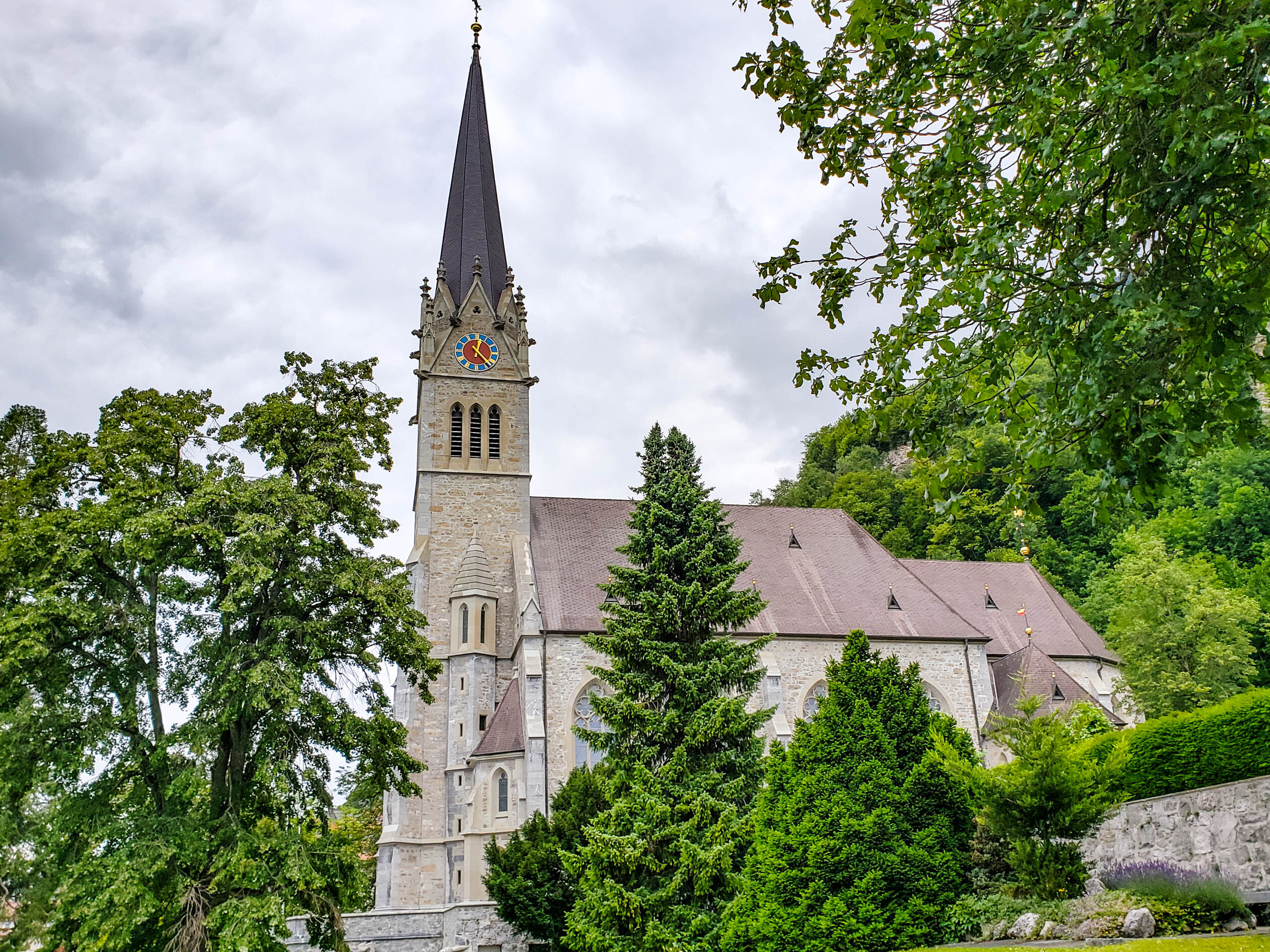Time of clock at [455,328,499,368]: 12:22
